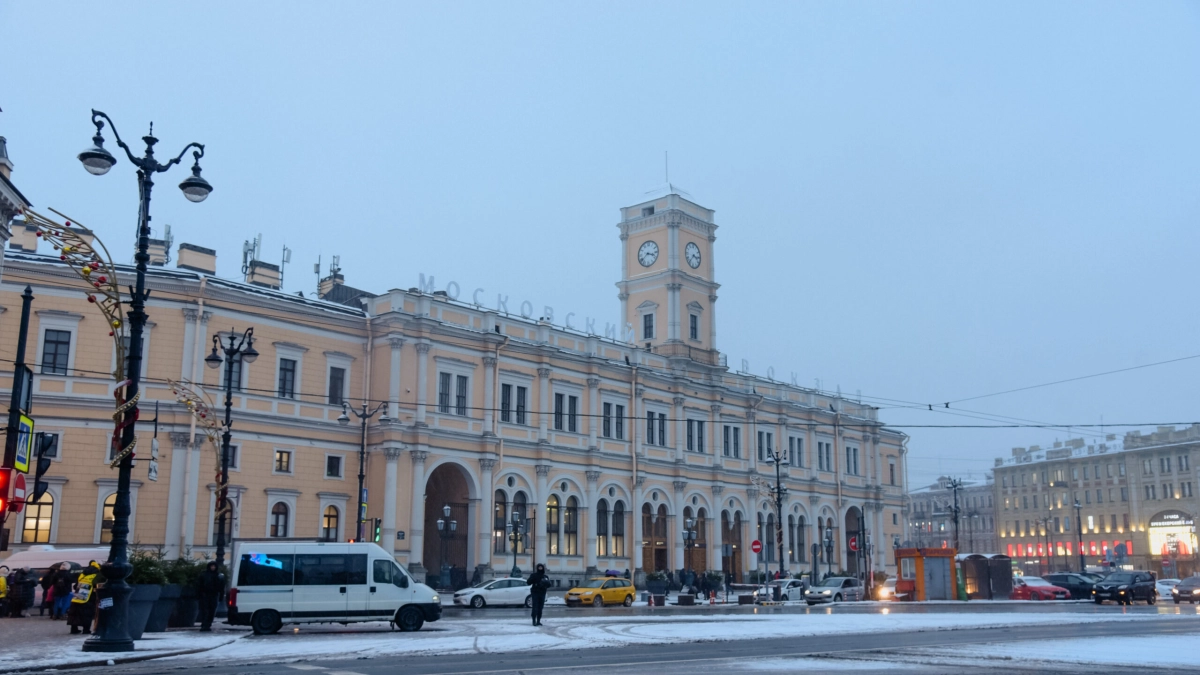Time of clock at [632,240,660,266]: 3:38
